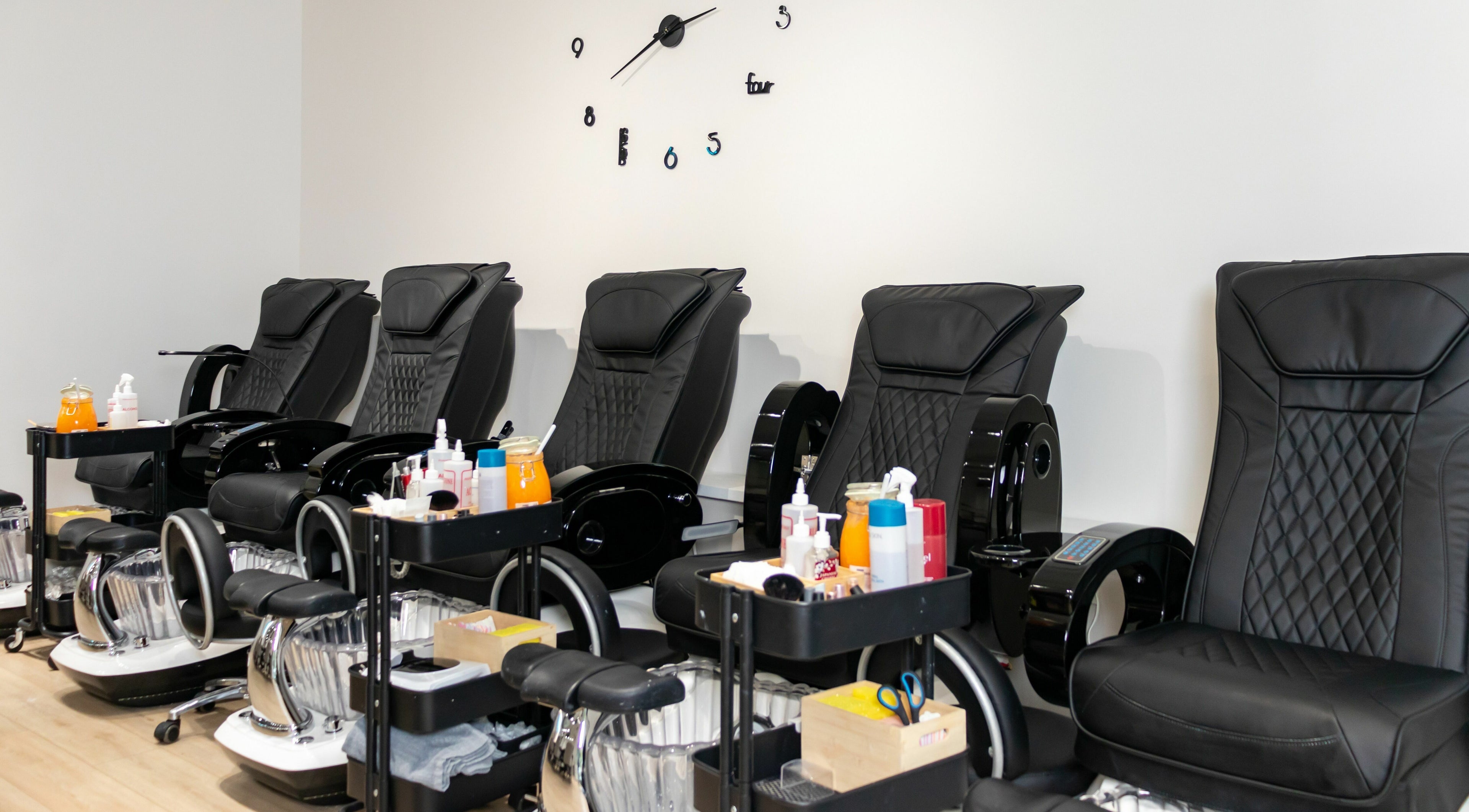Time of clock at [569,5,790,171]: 2:40
